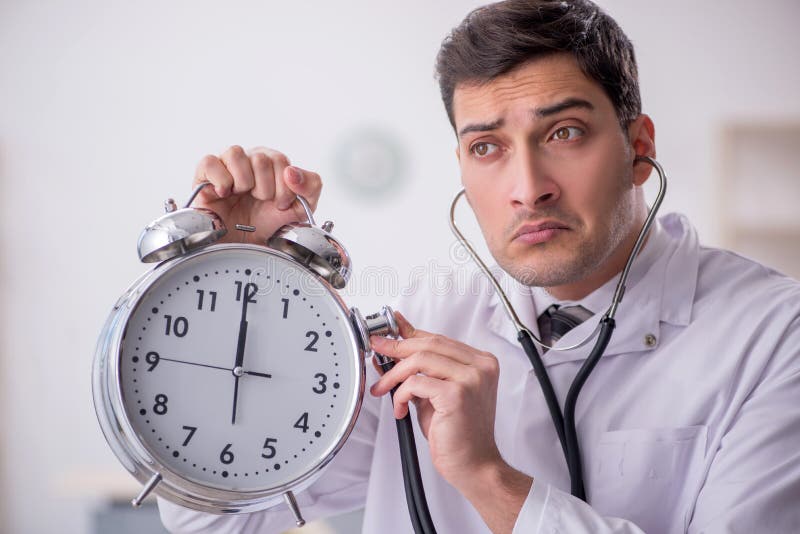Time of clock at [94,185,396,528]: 12:00
